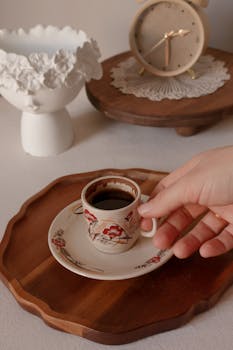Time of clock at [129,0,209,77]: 2:28
